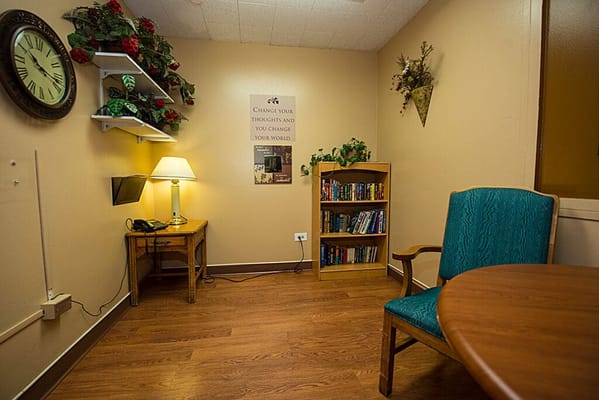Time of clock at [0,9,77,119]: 10:17
